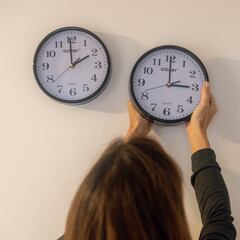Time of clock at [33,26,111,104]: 1:59
